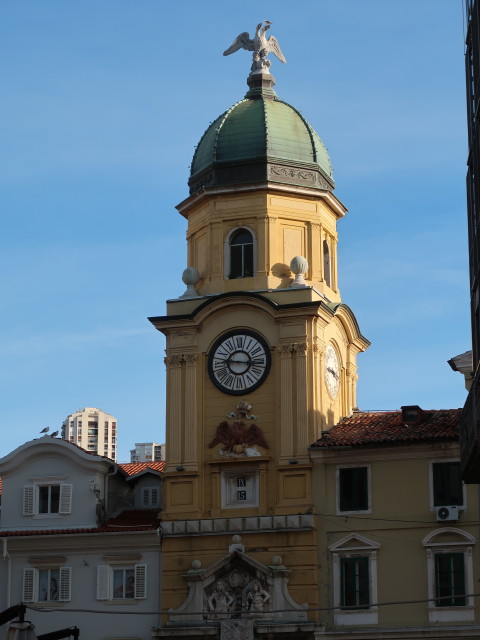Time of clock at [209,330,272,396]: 9:16
